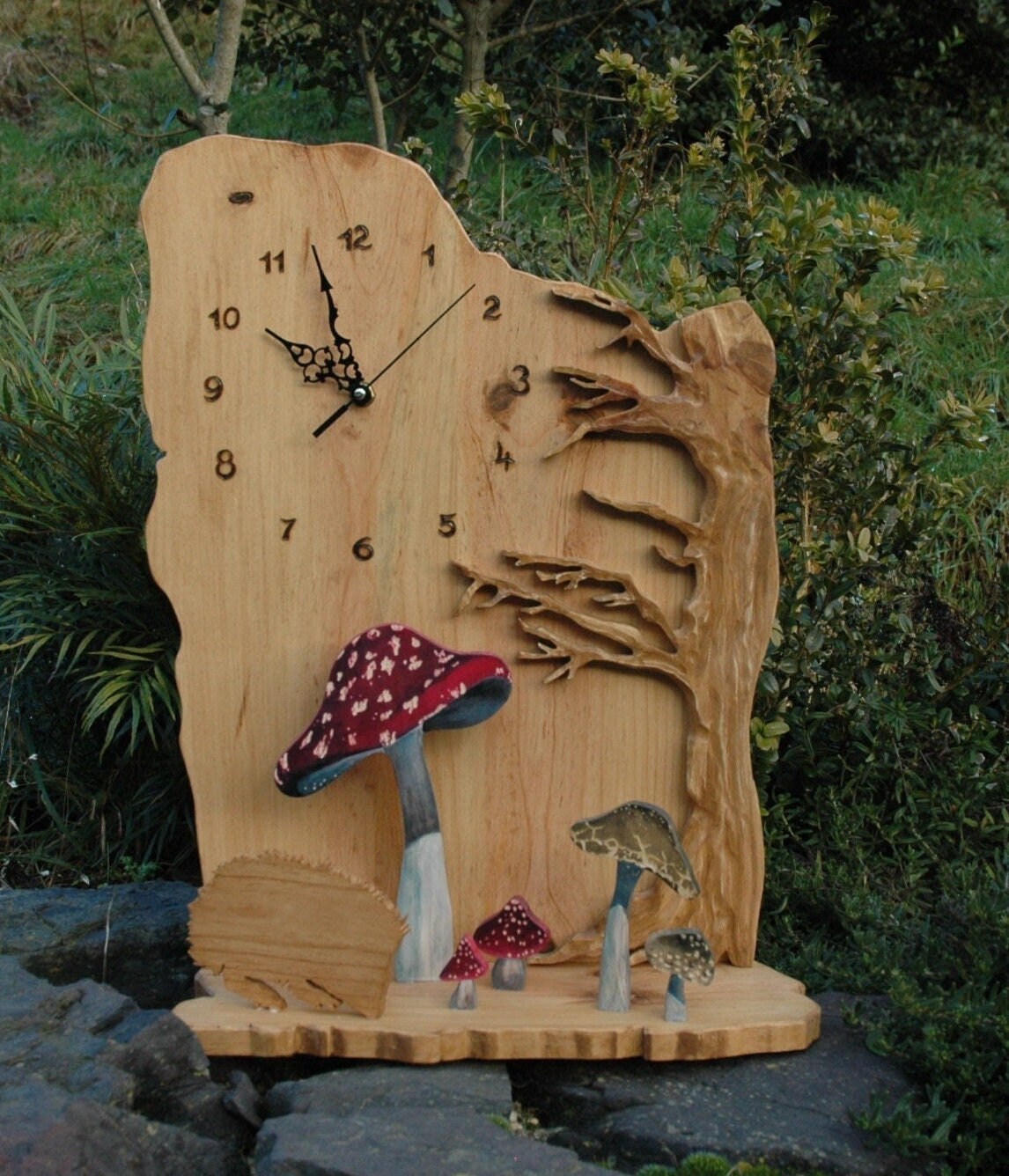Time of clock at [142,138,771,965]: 9:57
